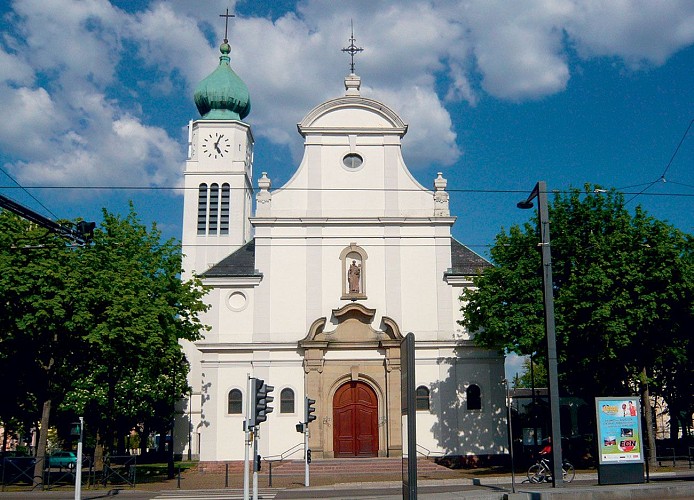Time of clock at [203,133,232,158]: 5:03
